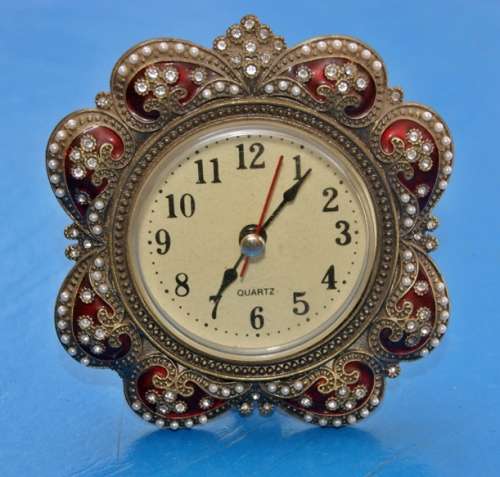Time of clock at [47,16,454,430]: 7:06
